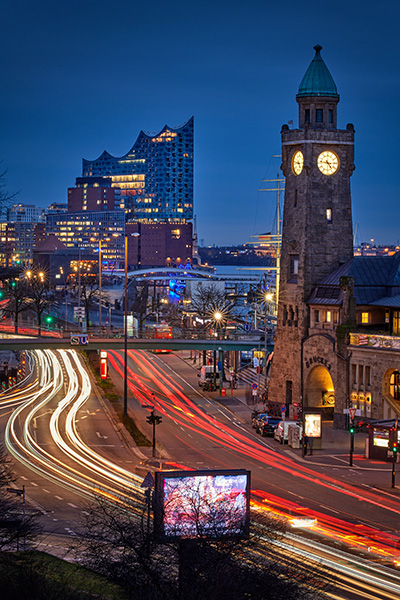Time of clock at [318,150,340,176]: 4:46
